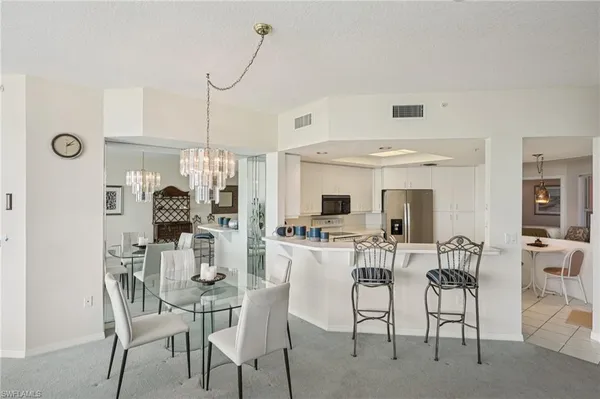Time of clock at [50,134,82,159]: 2:07
